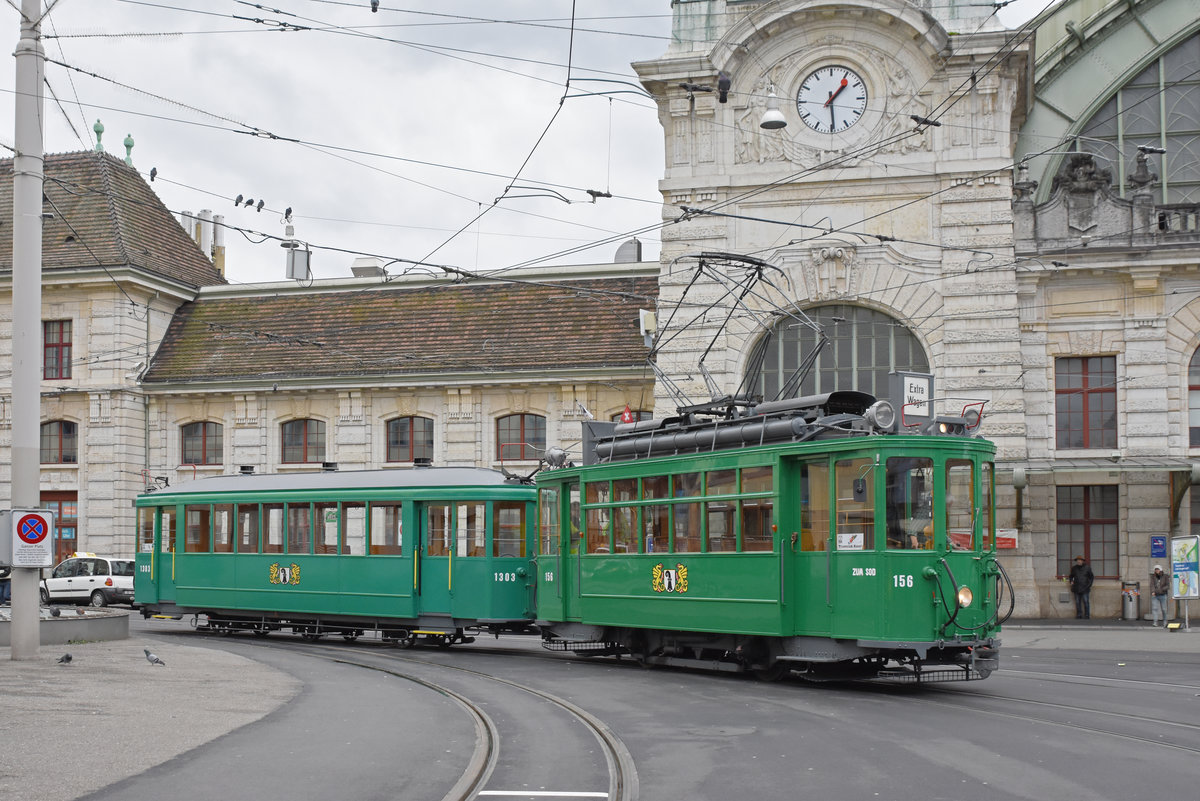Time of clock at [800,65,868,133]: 1:29
